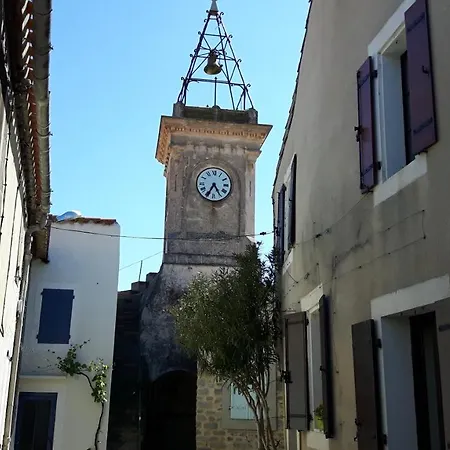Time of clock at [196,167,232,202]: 4:34
